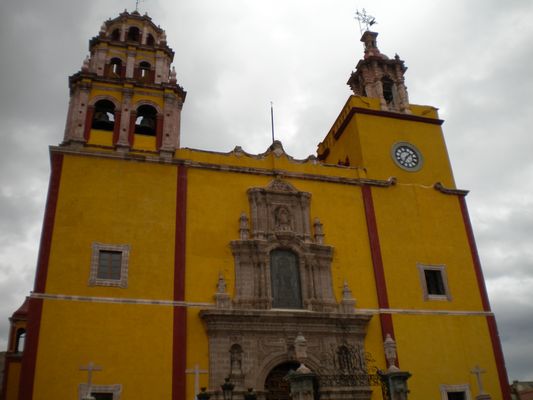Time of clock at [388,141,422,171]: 1:35
